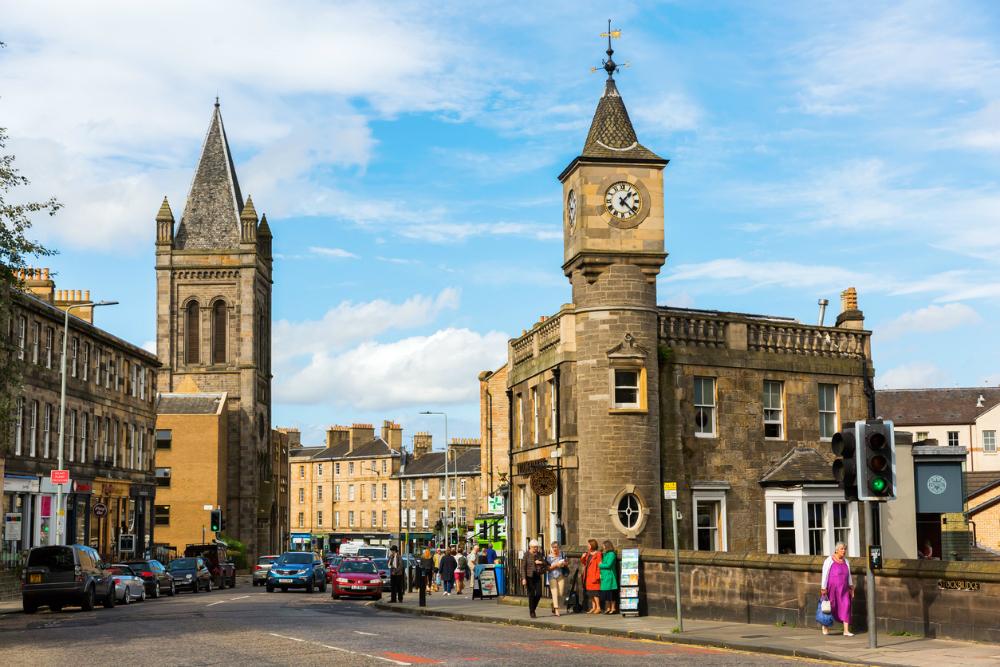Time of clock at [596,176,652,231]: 1:22
